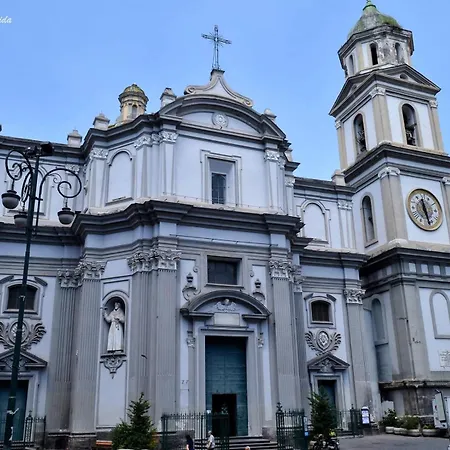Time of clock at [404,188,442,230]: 11:28
